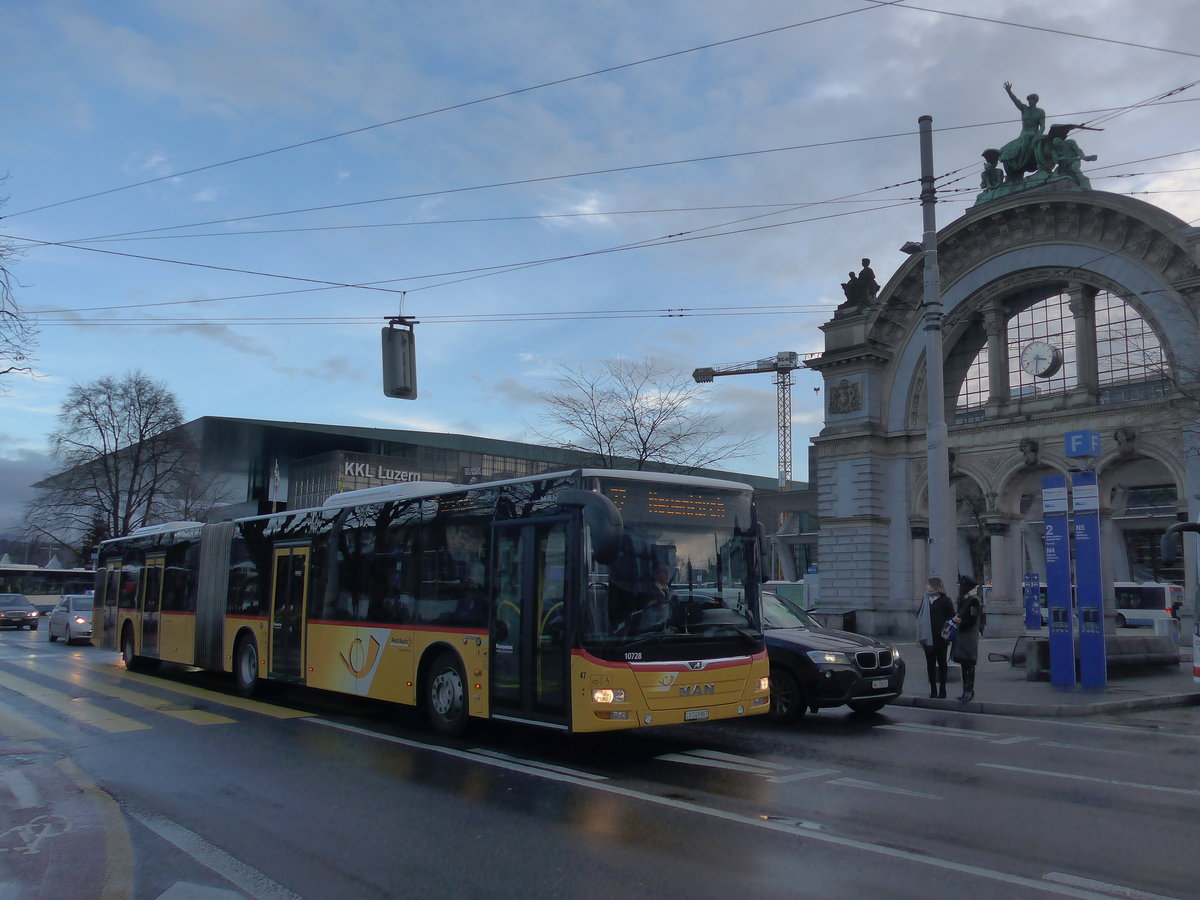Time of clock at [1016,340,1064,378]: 3:31
